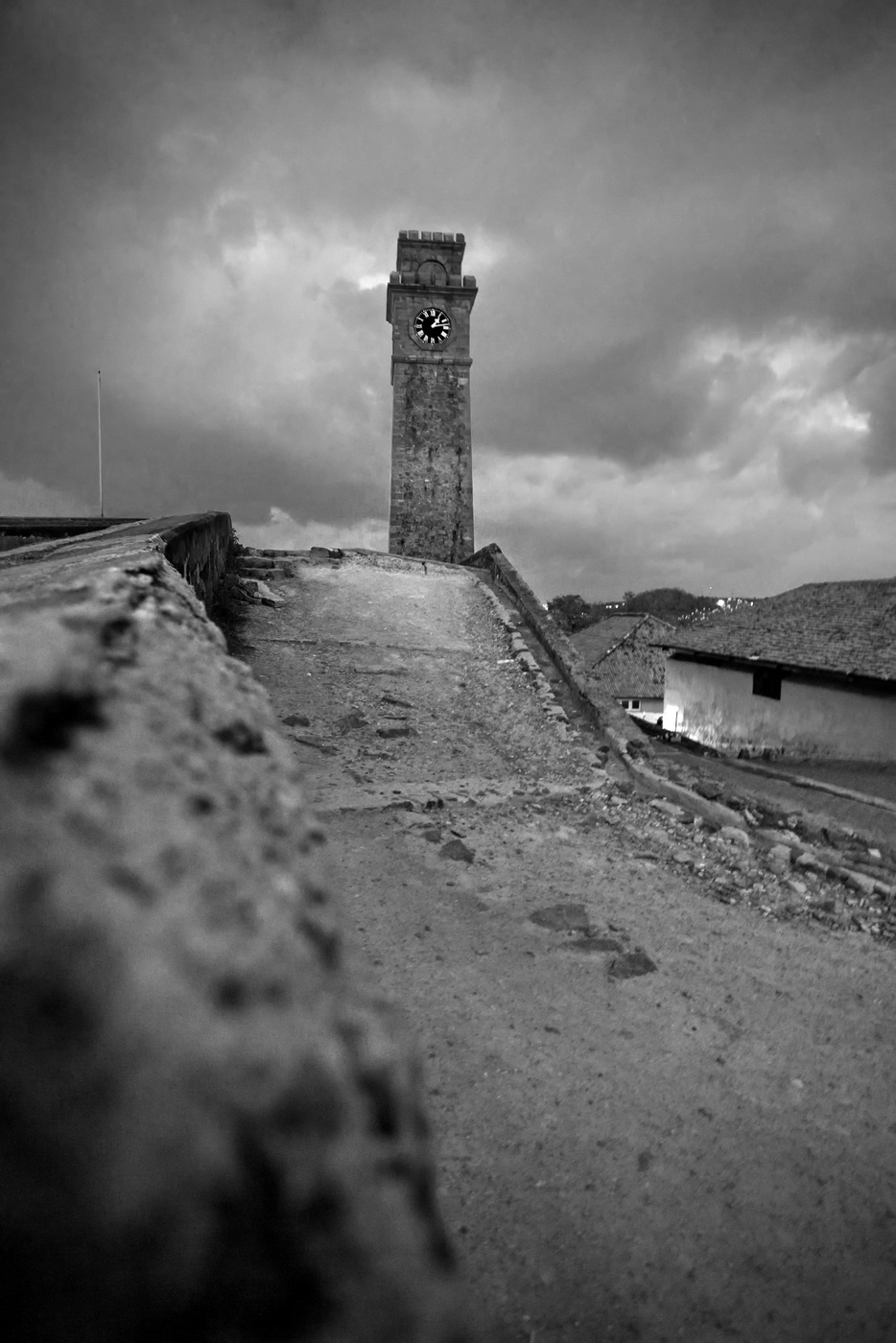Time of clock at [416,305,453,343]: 1:13
